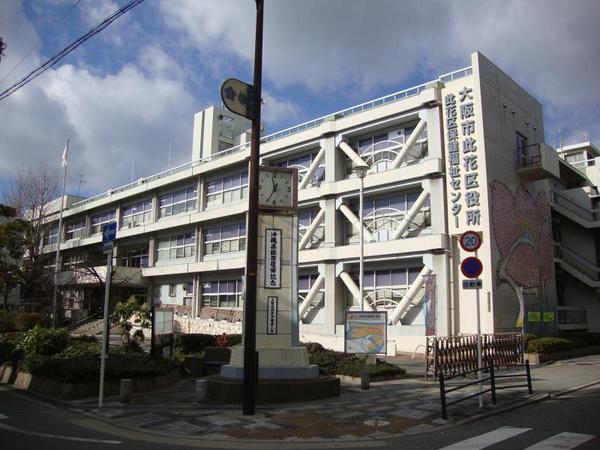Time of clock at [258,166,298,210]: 11:34
